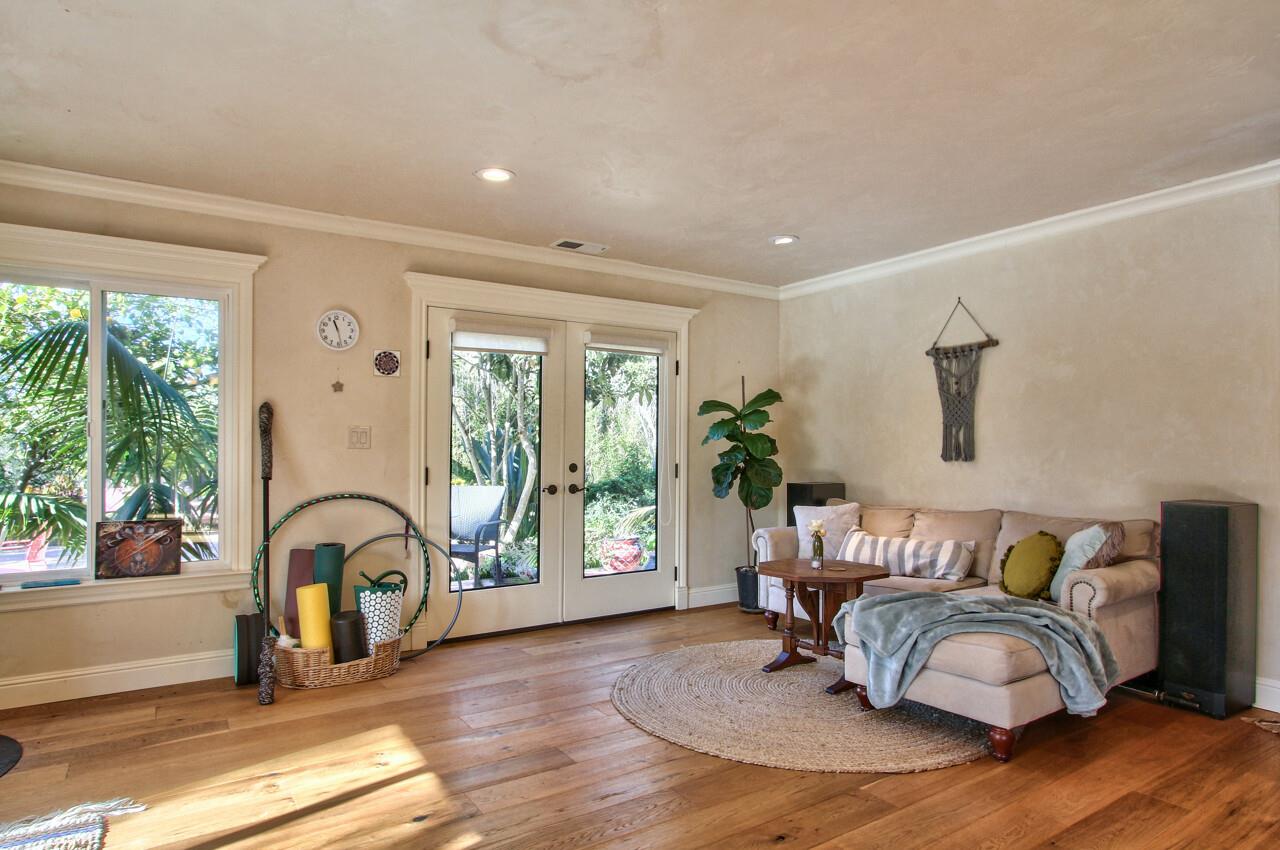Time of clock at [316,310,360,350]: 11:28
